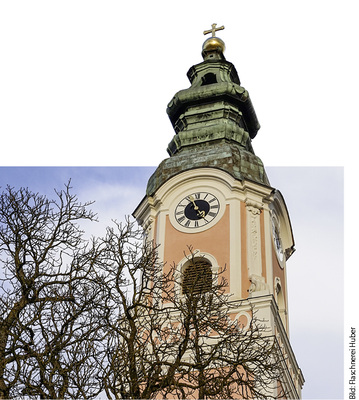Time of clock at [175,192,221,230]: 4:56
